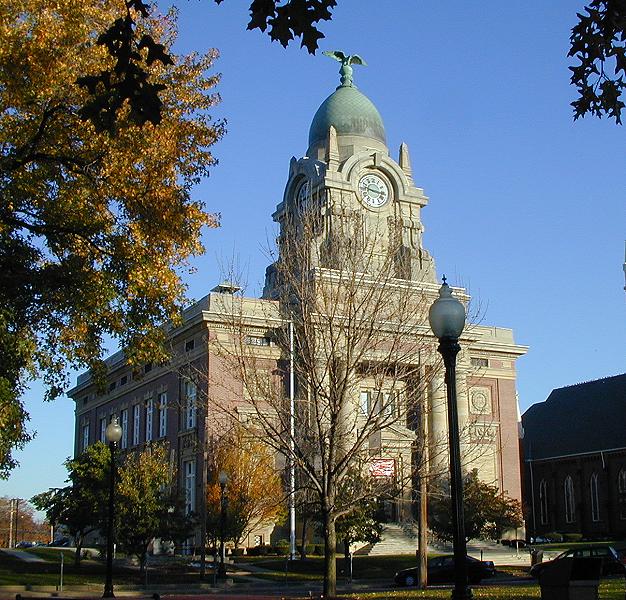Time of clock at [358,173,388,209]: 3:16
